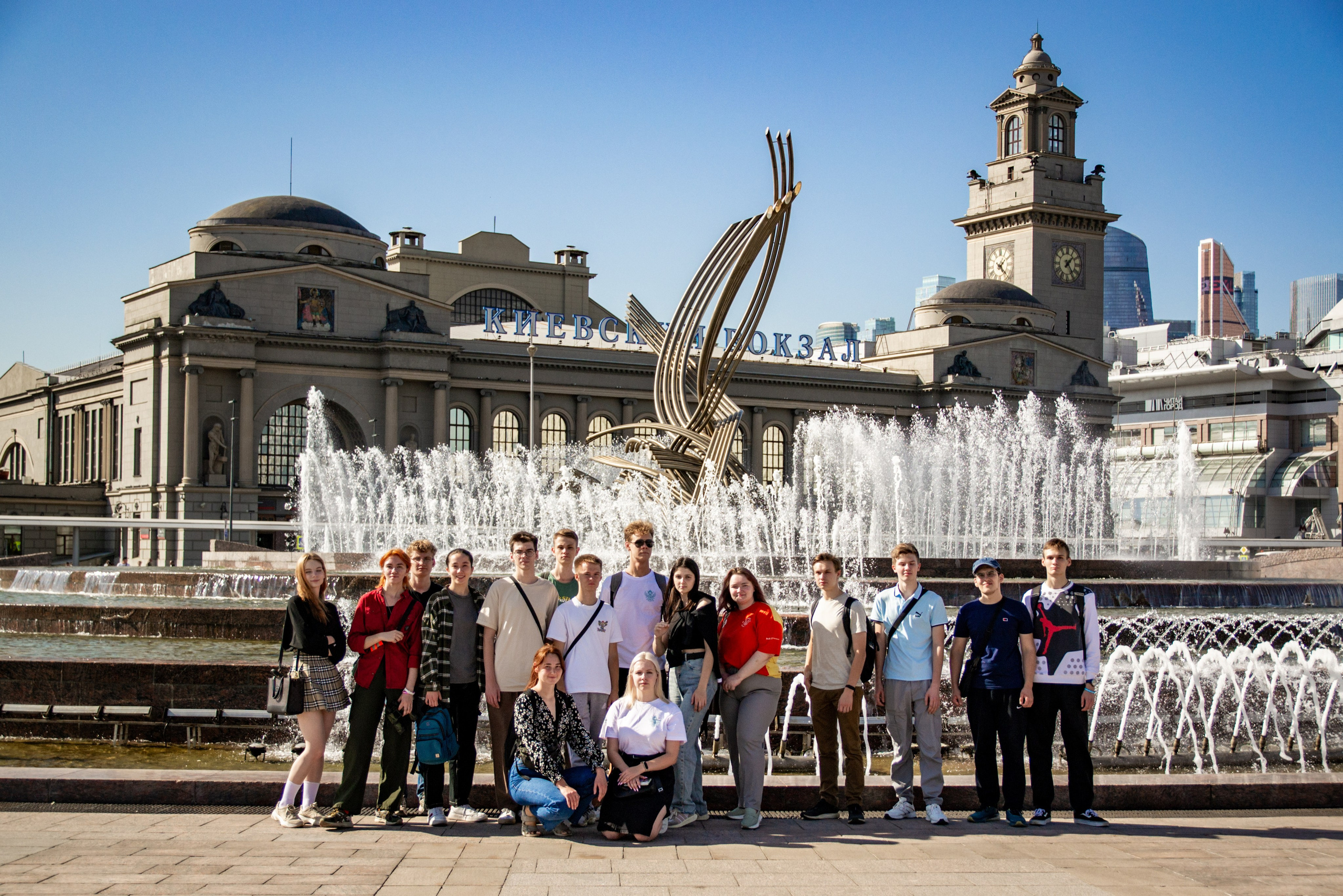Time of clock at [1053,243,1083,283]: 1:24
